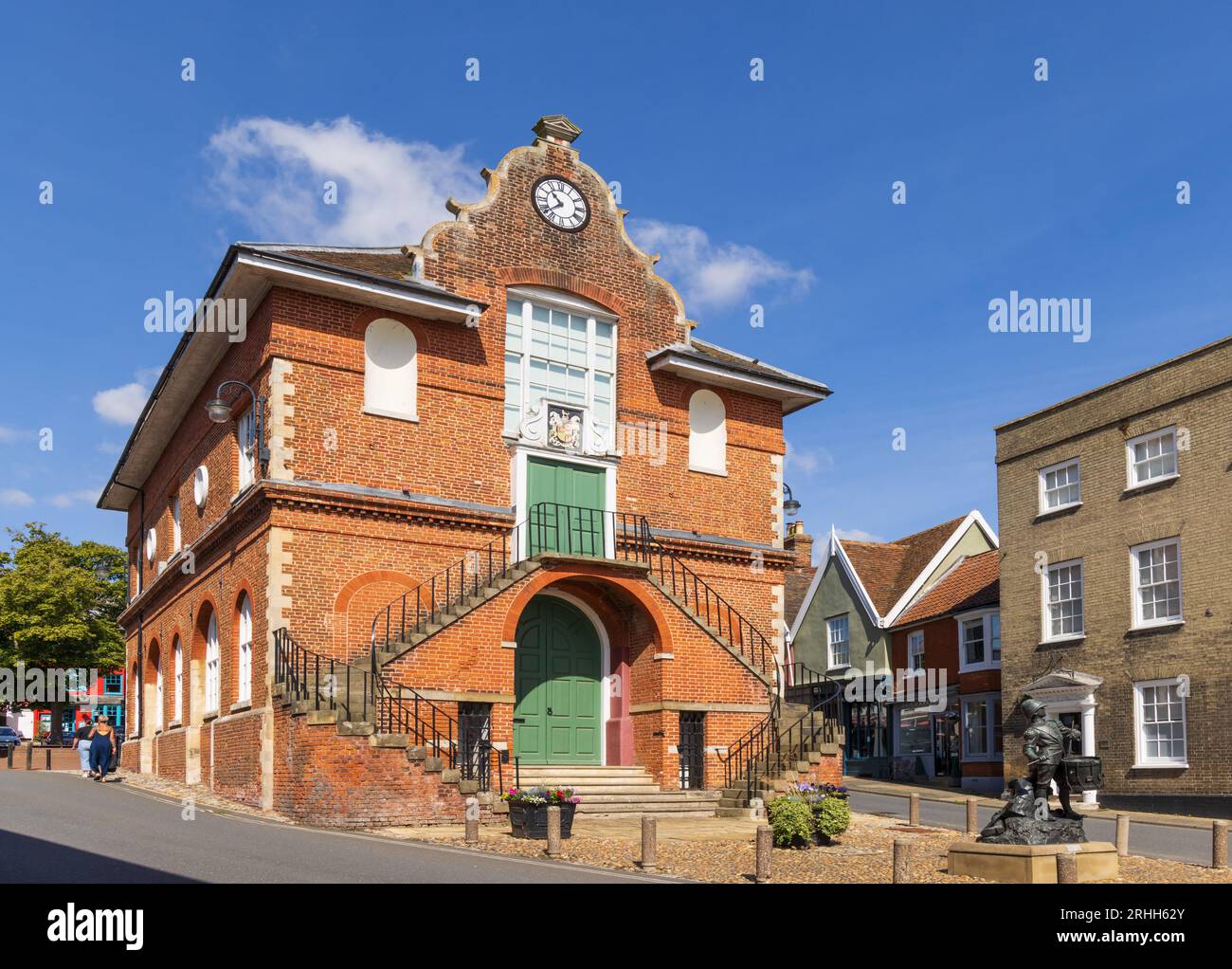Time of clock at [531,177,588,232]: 10:38
